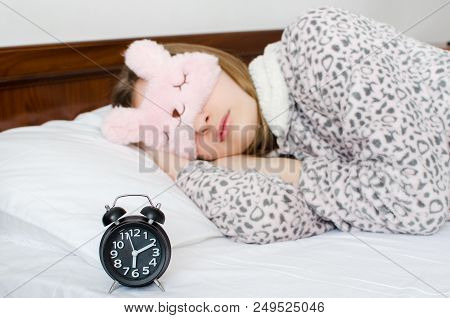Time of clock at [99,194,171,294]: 6:10
